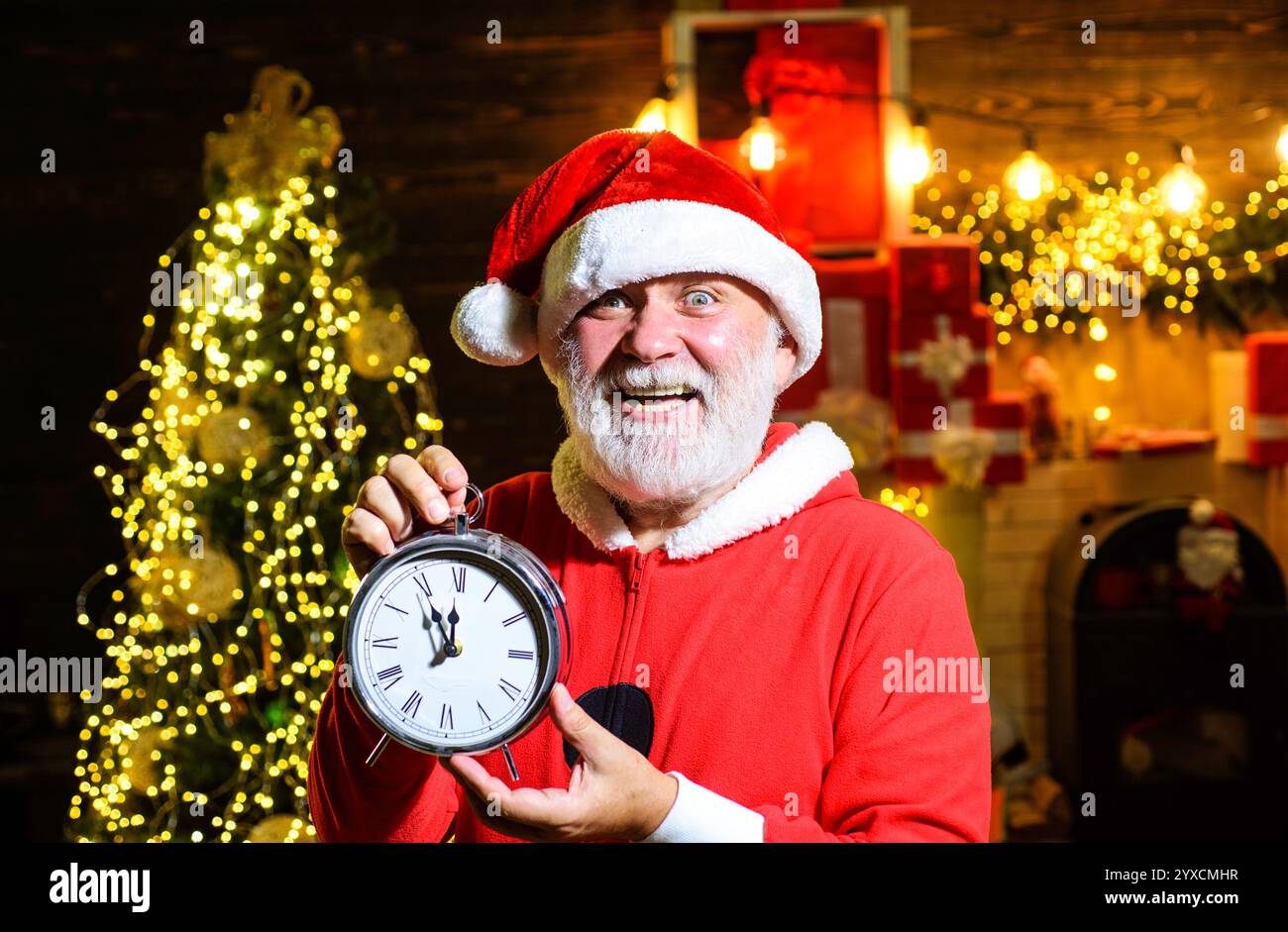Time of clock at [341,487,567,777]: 11:55
